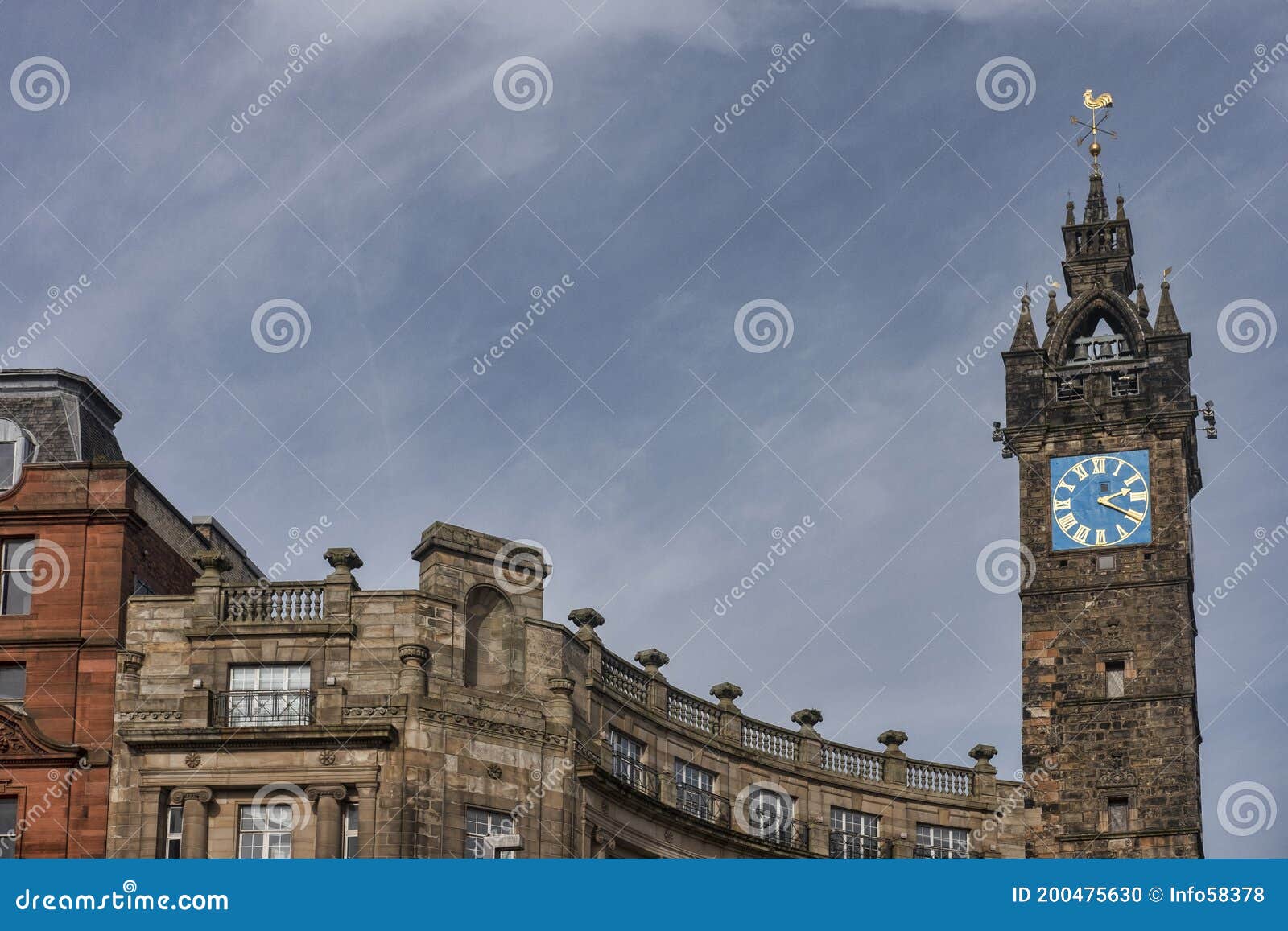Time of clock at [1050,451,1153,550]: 2:19
